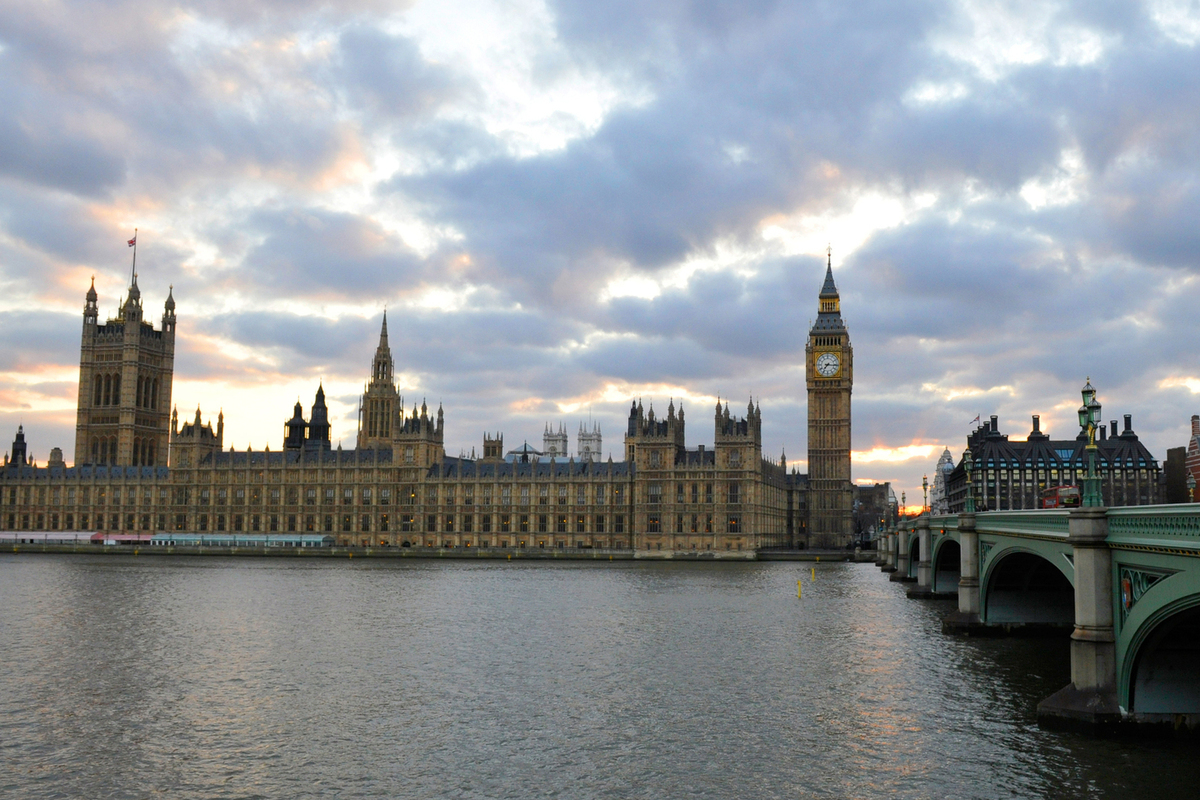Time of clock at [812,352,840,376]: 7:15
